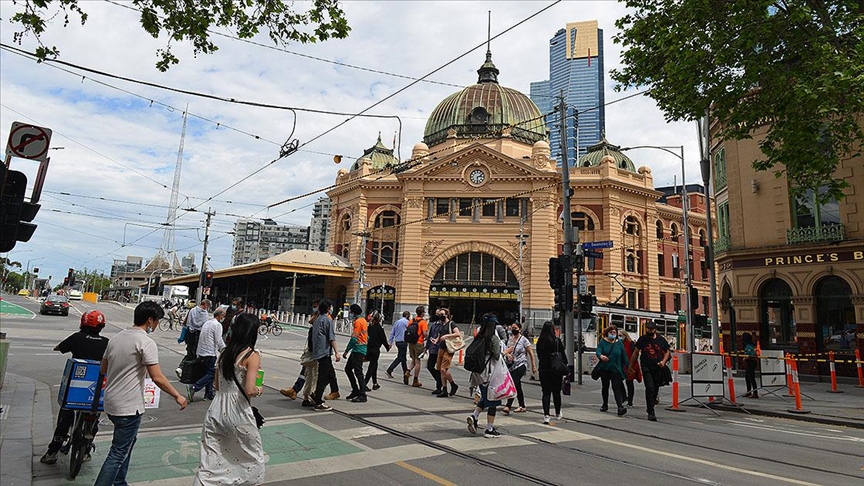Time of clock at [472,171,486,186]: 2:29
